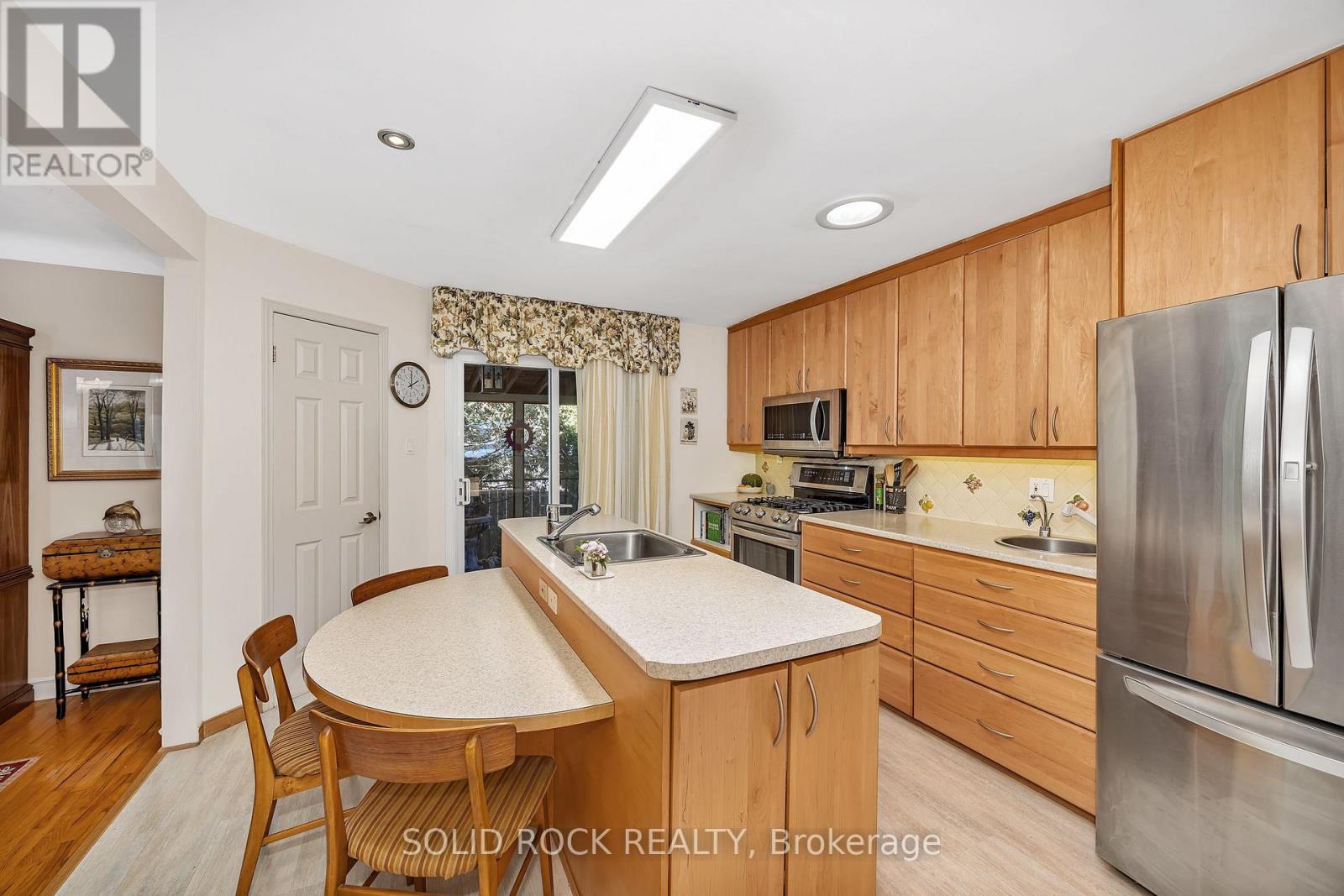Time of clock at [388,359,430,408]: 2:01
